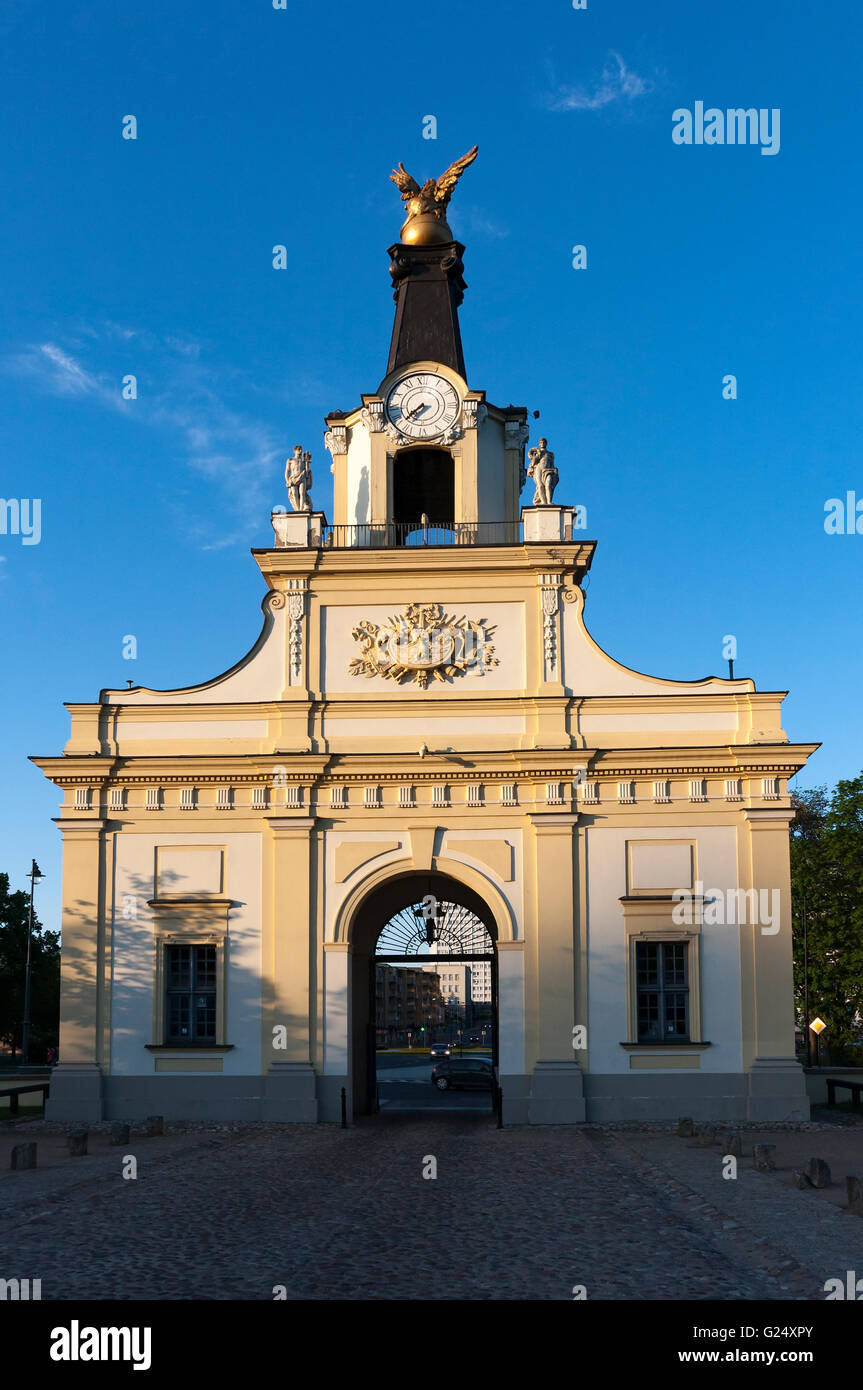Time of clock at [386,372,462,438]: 7:38
